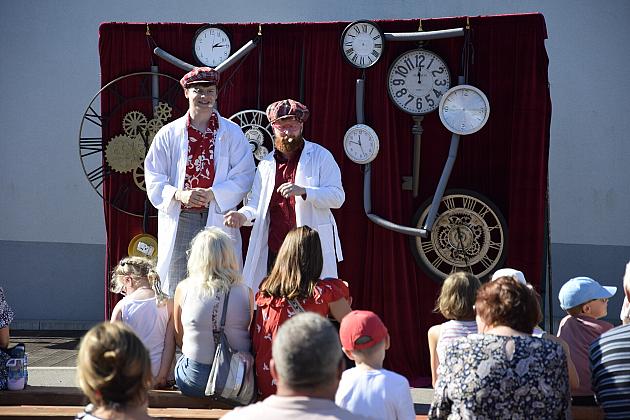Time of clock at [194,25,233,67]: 2:15
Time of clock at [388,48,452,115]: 12:00
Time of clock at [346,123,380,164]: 11:47
